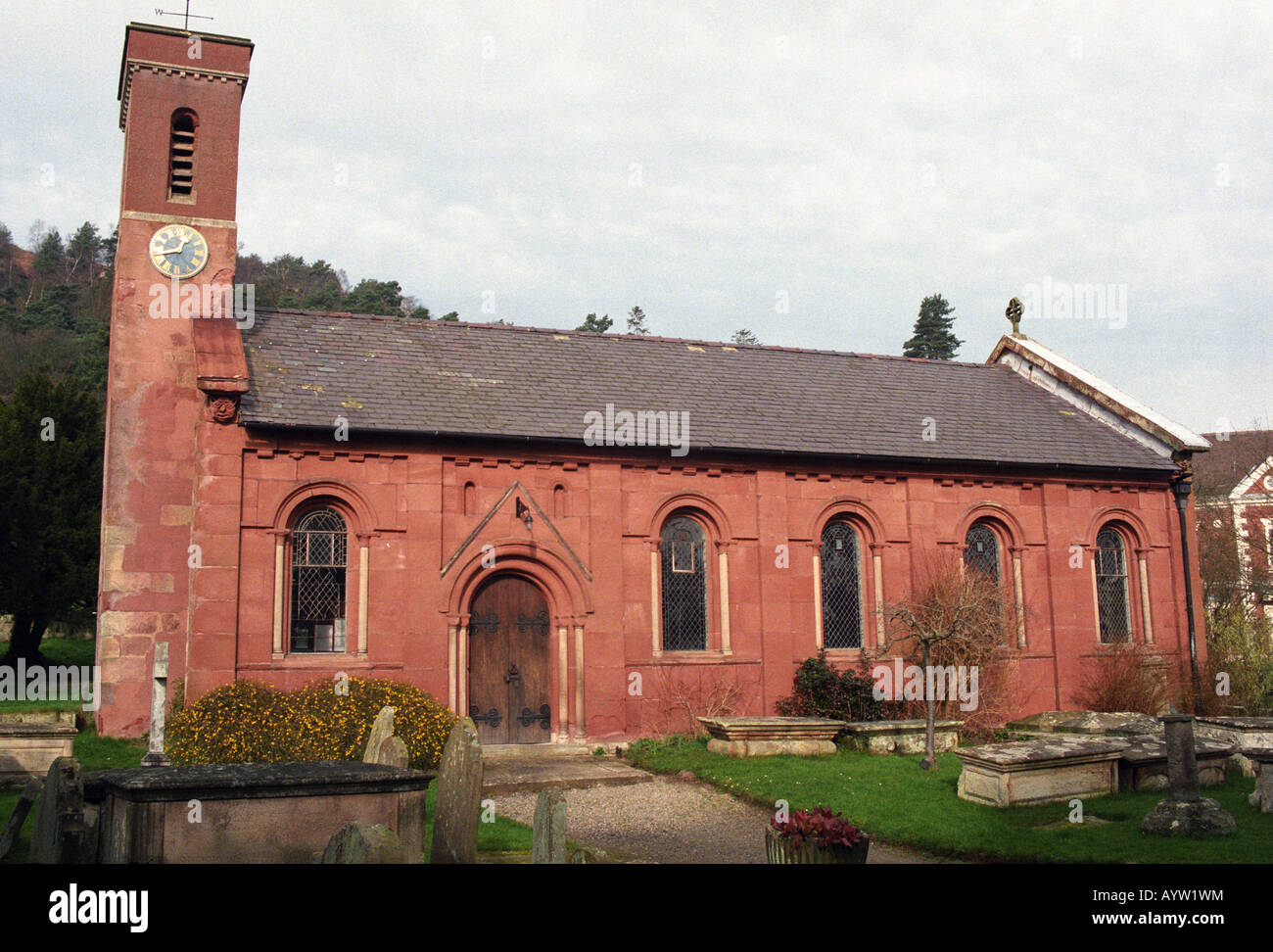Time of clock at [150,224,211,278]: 12:44
